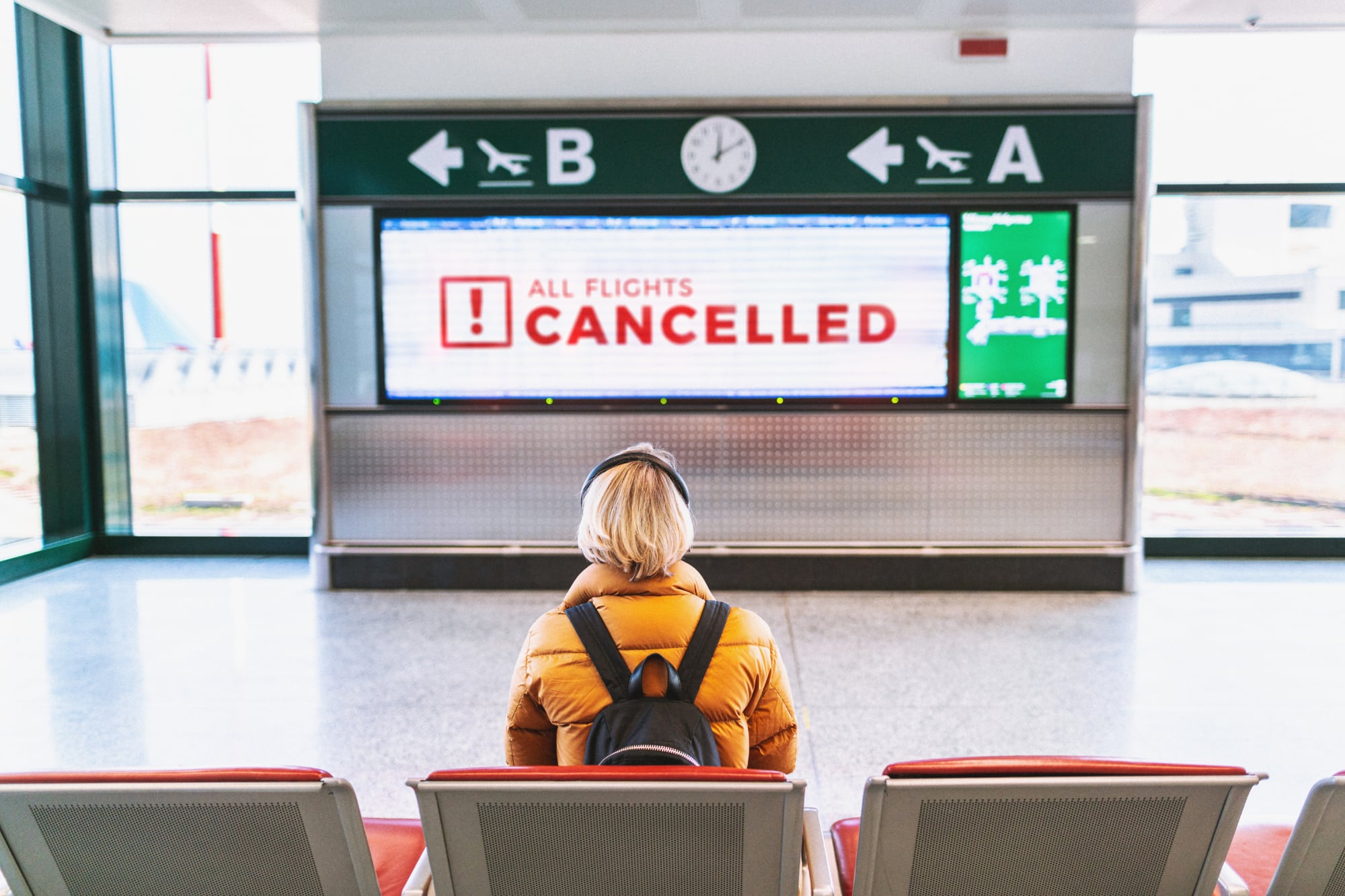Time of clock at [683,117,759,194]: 12:09
